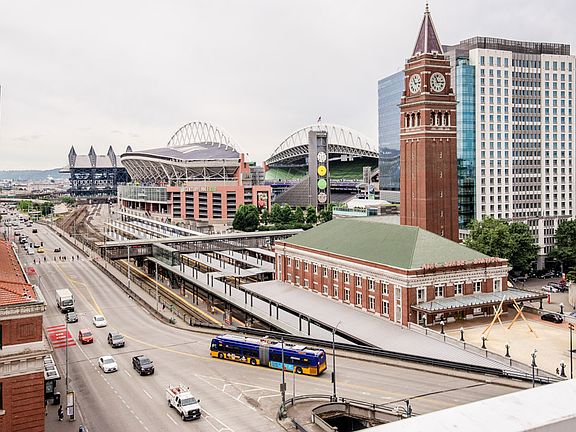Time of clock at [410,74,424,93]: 11:13
